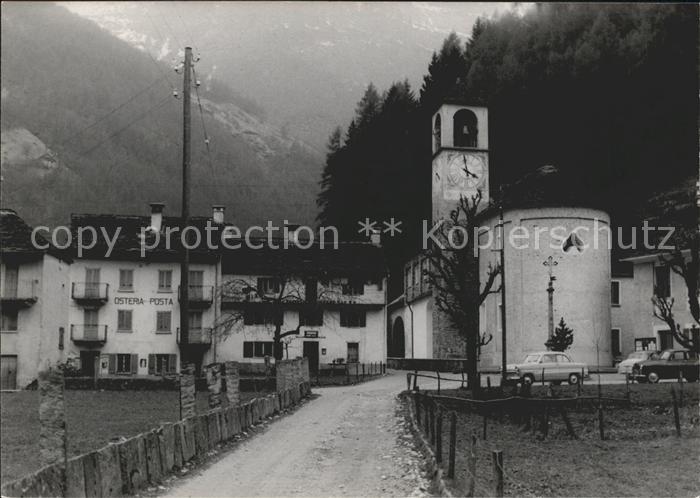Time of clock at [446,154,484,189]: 3:58
